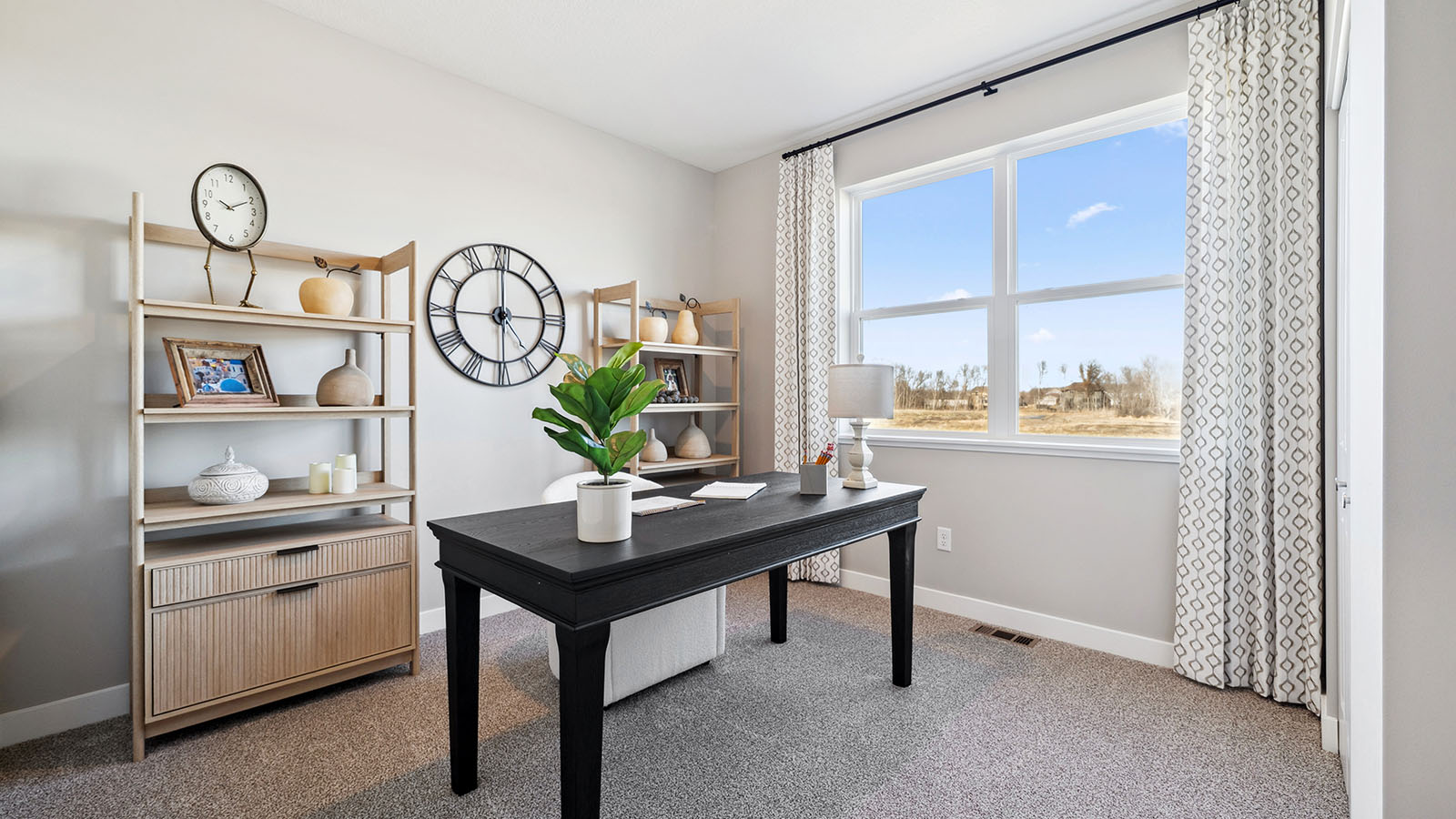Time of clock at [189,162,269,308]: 9:10
